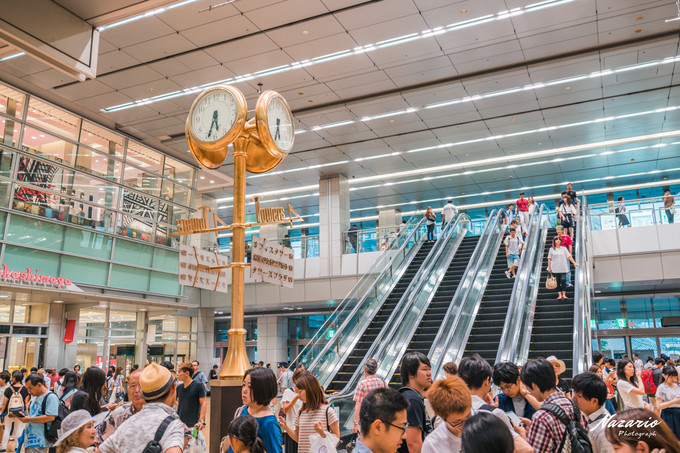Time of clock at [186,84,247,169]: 5:33
